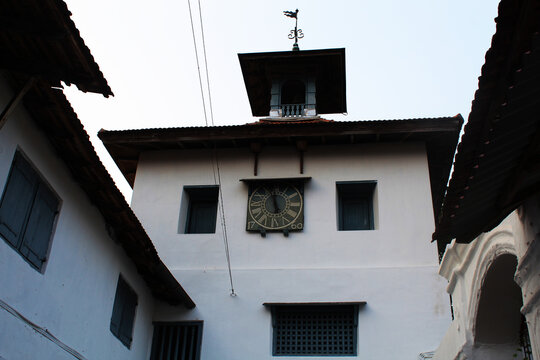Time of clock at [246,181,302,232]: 11:58
